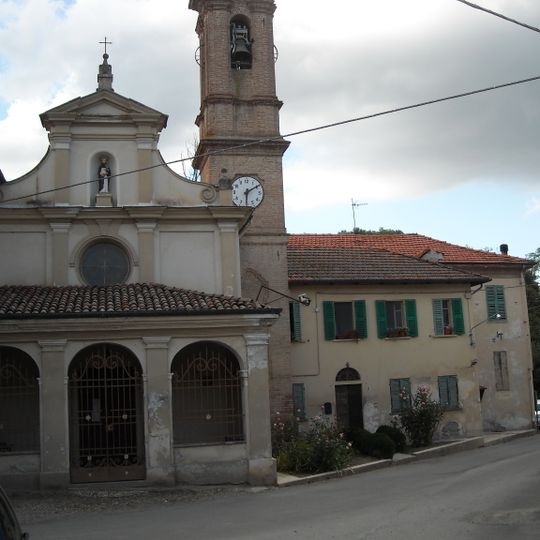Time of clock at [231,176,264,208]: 6:09
